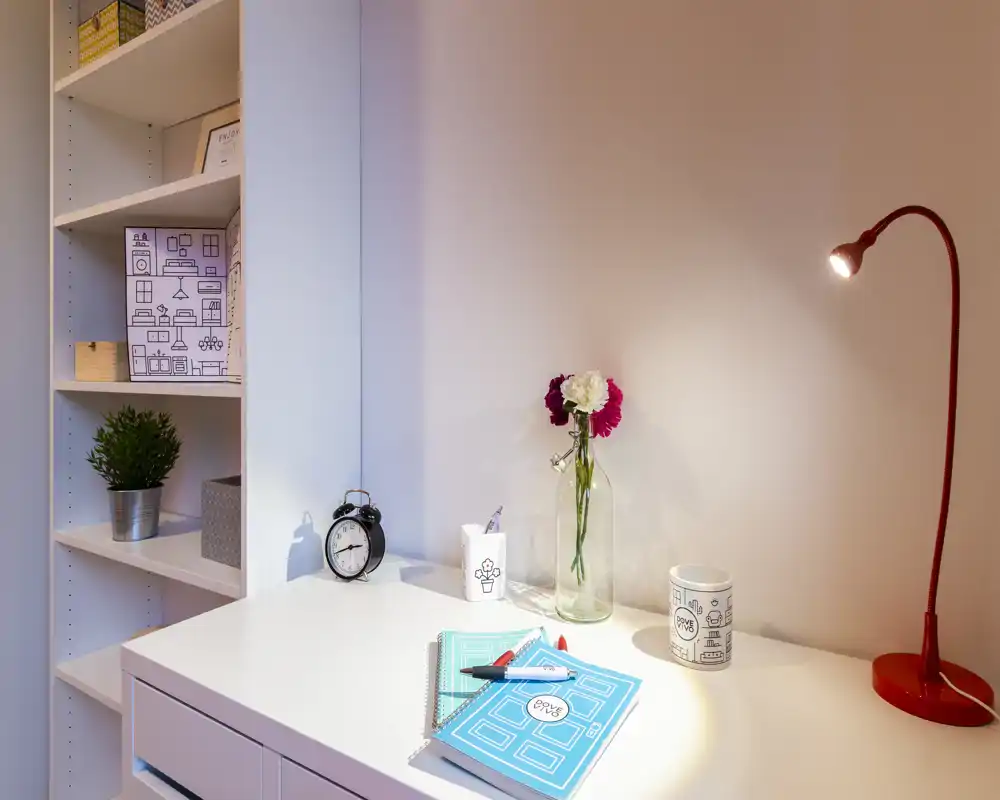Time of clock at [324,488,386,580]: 2:42
